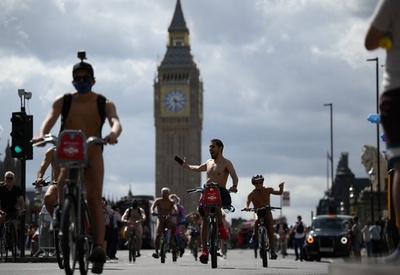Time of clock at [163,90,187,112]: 3:28
